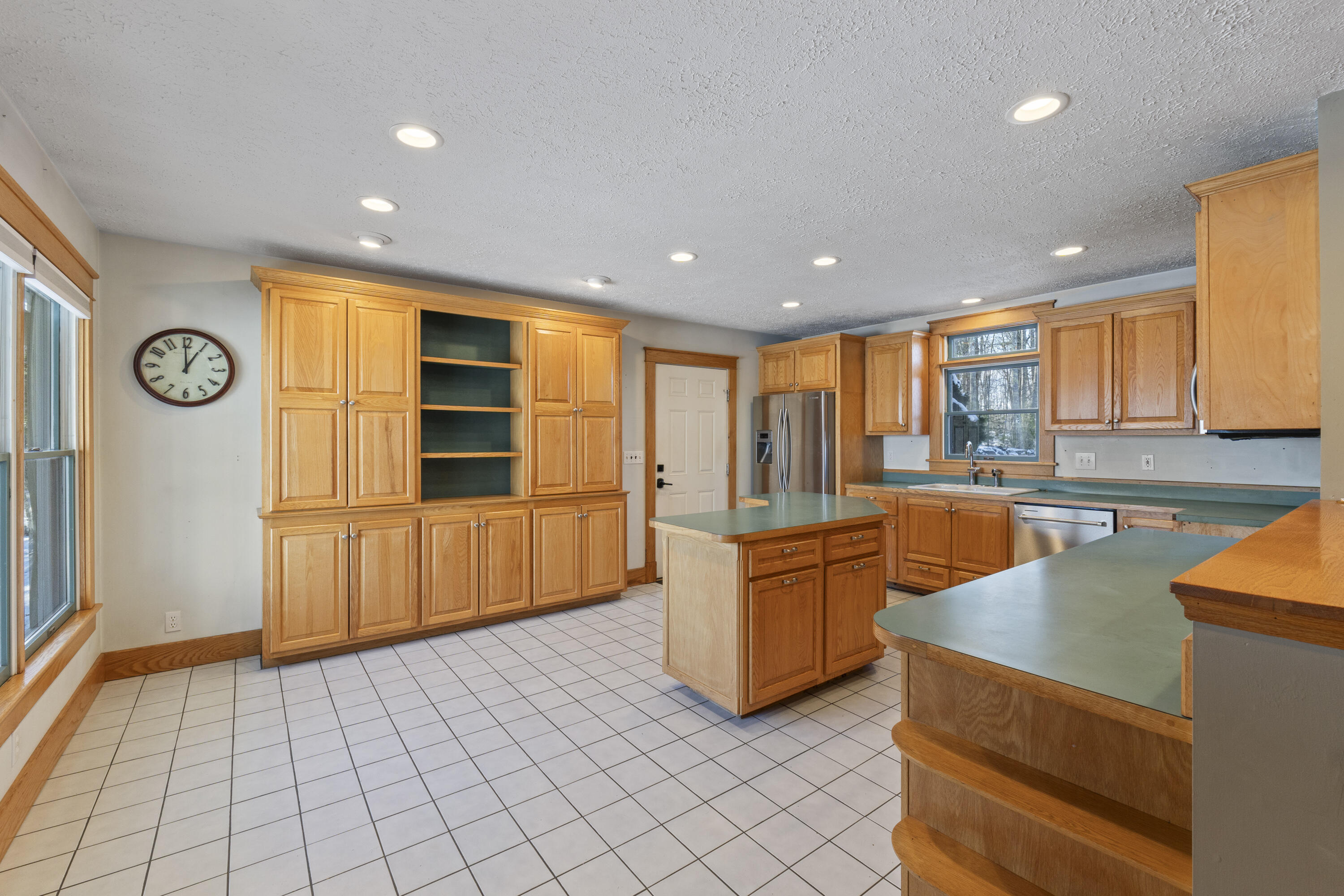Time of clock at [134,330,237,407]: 12:59
